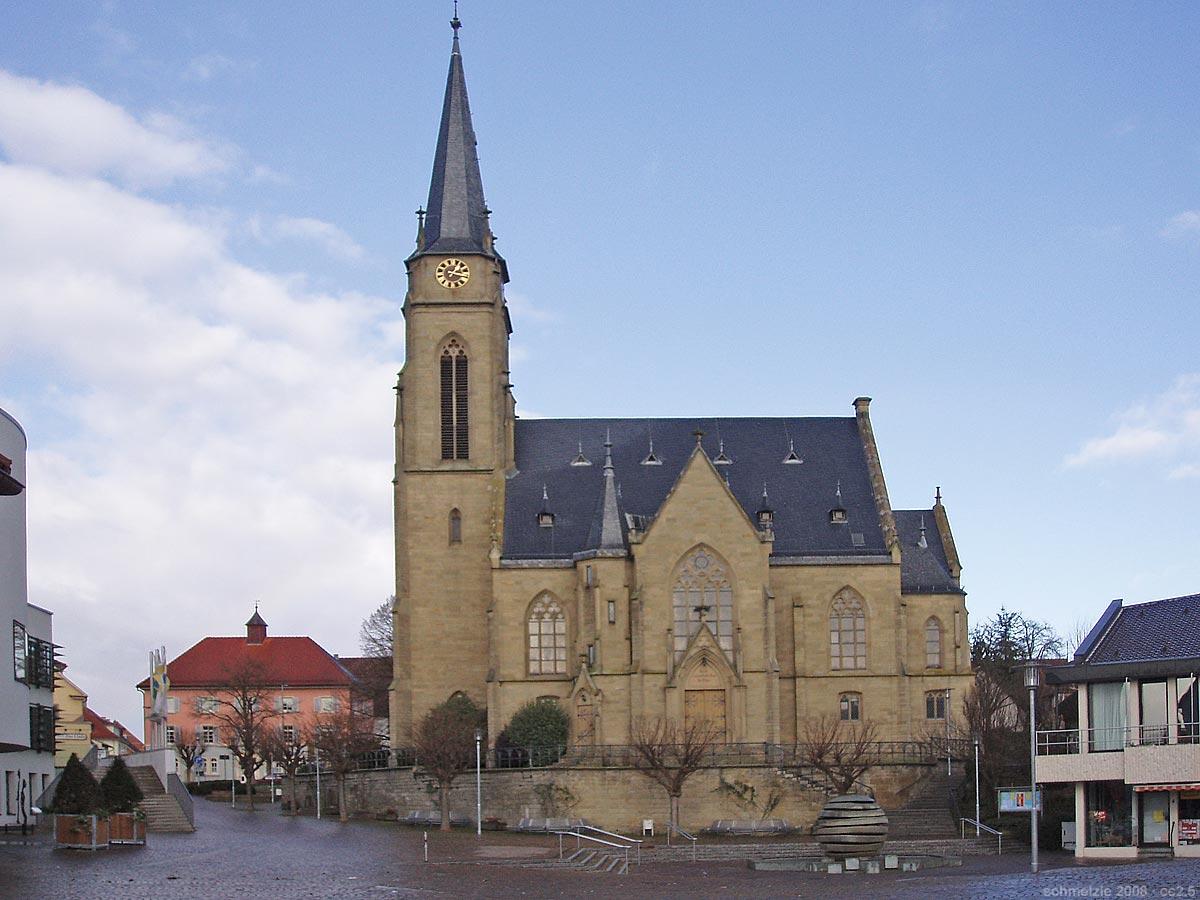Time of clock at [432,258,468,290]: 1:16
